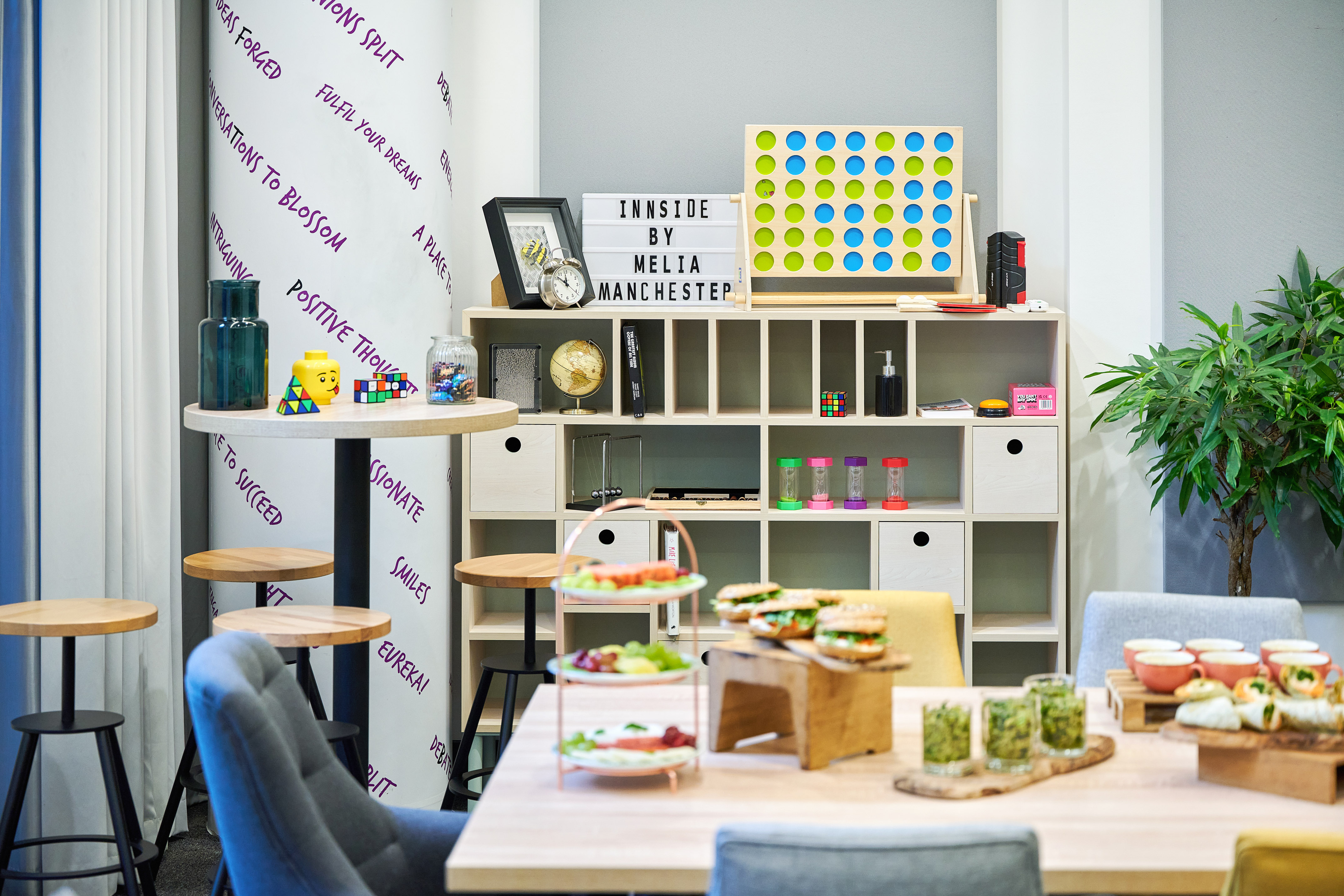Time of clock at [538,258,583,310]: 11:51
